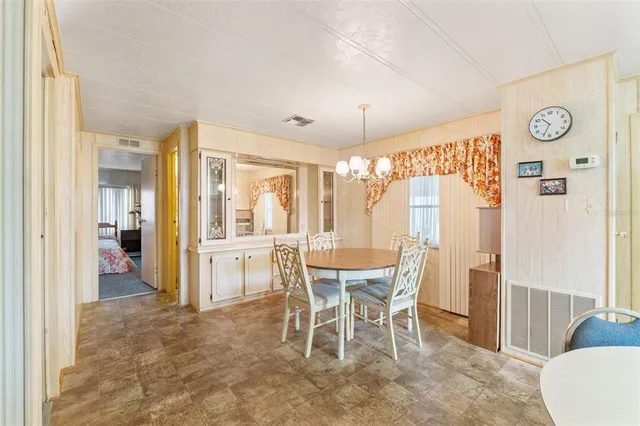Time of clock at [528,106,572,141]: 10:34
